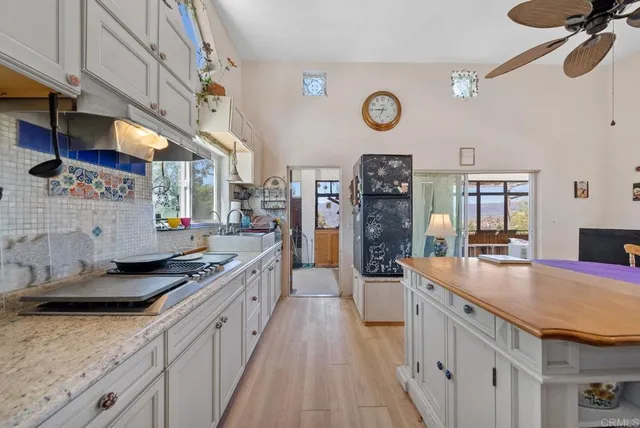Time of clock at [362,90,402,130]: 6:45
